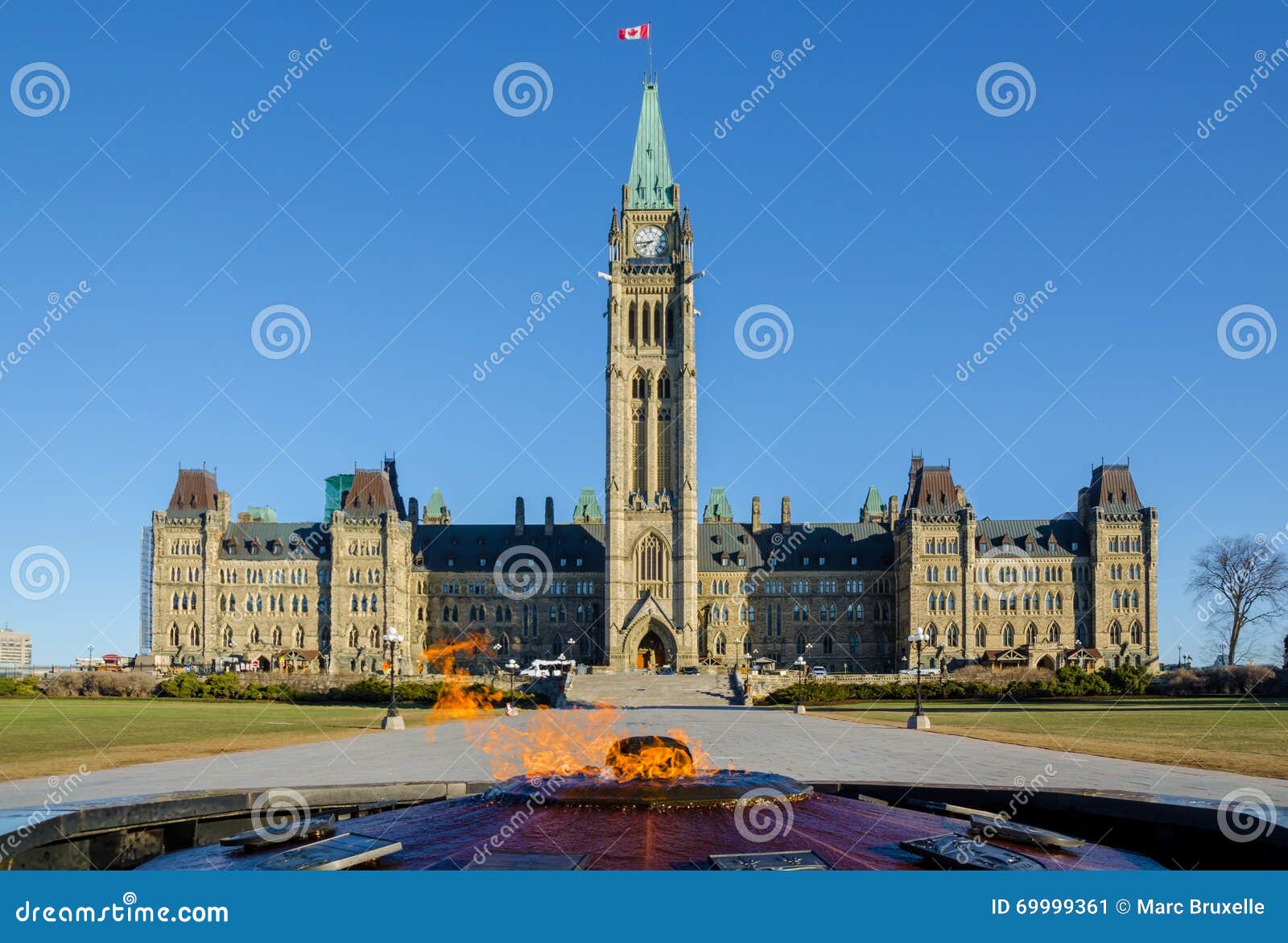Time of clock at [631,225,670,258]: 7:43
